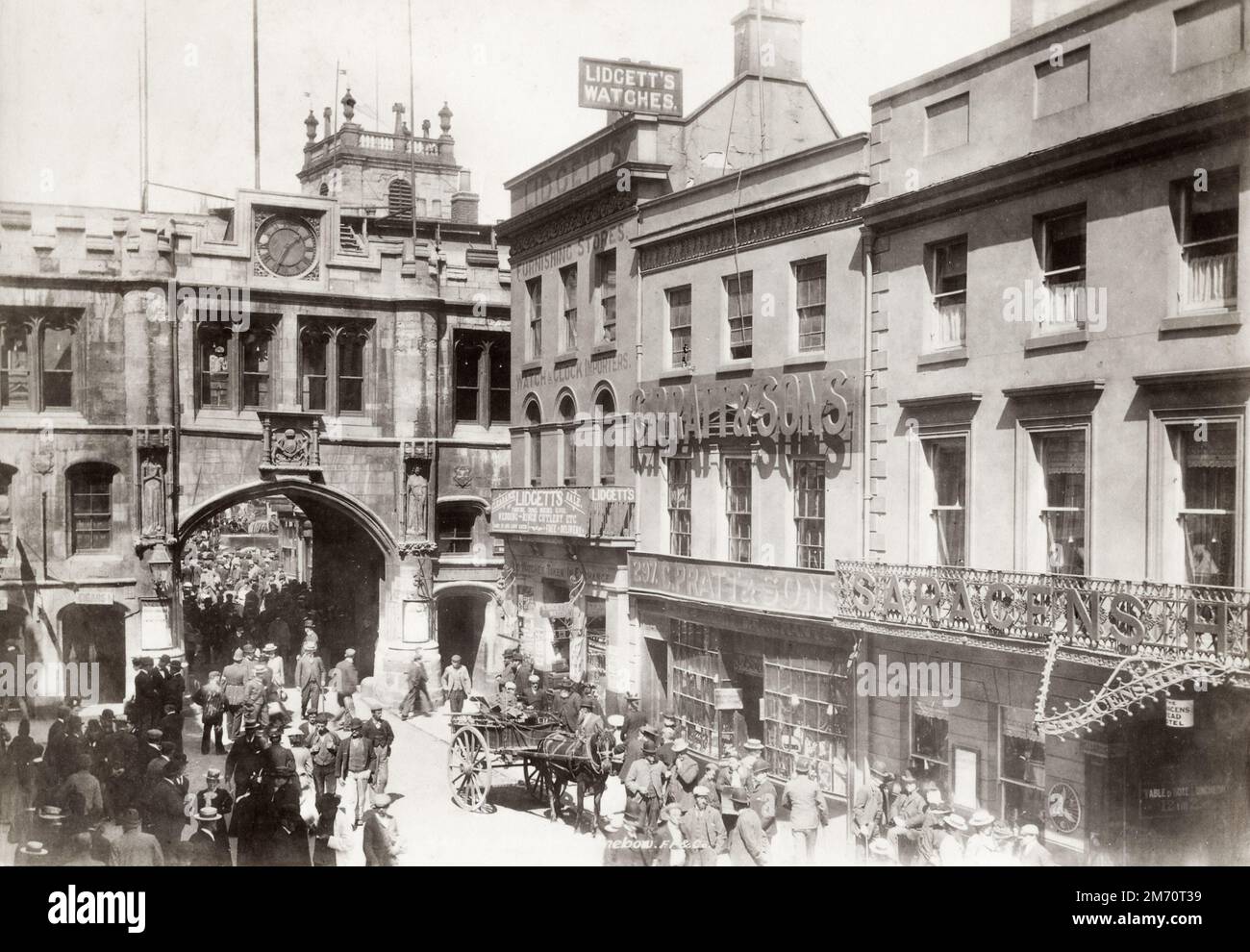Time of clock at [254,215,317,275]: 1:34
